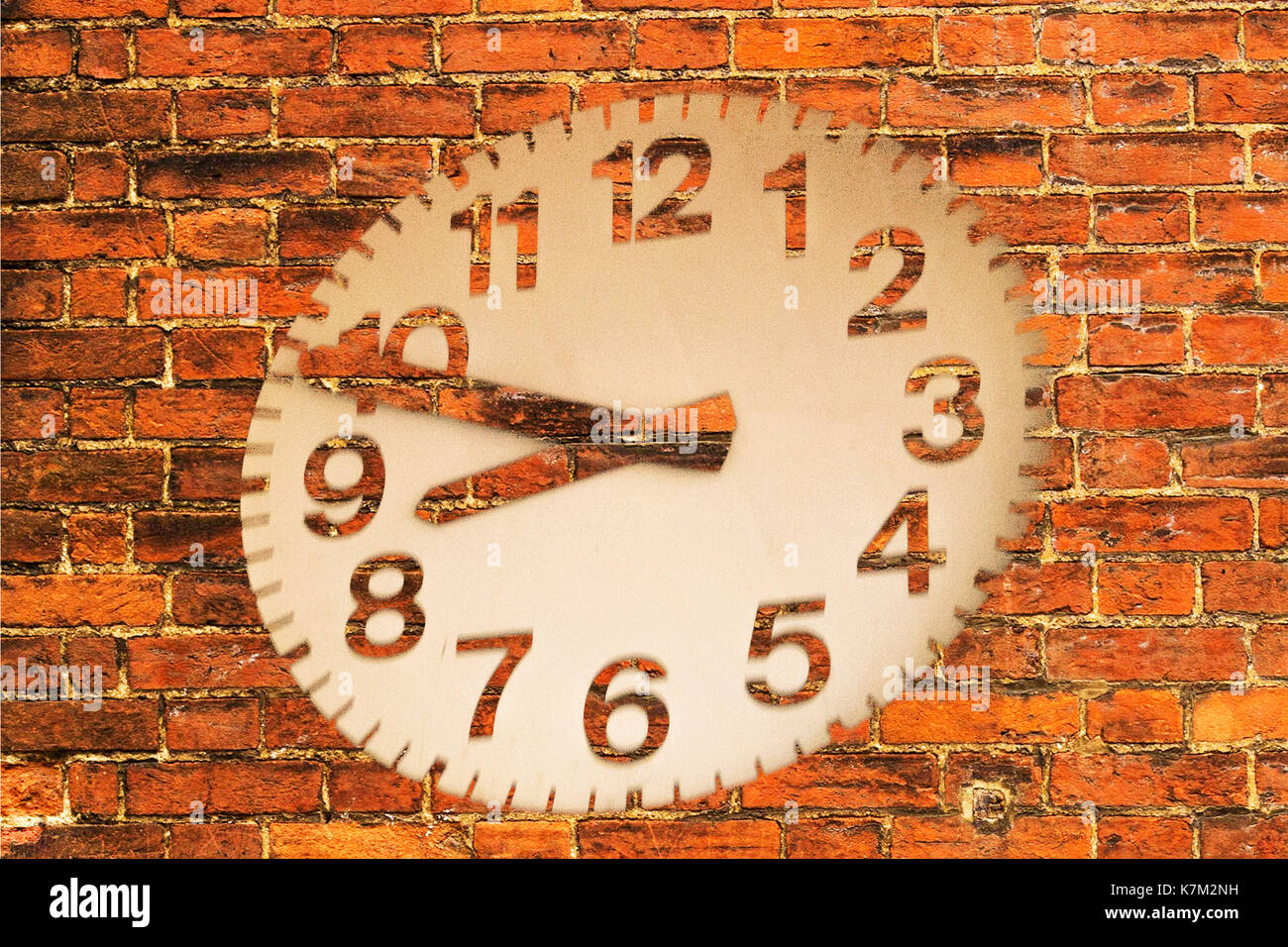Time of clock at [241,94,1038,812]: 8:48
